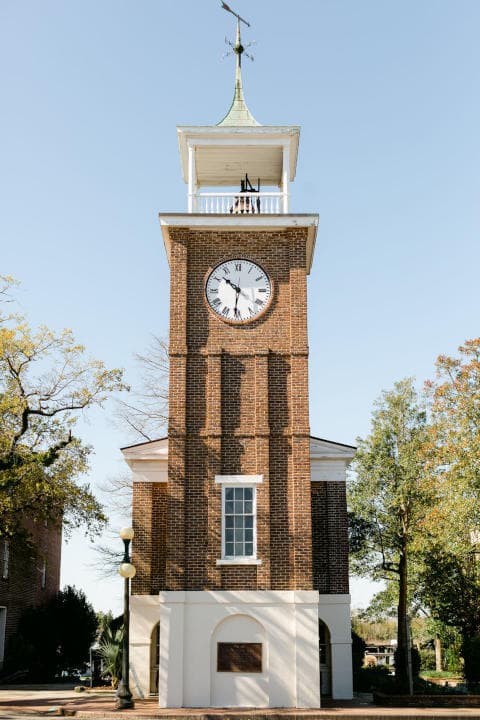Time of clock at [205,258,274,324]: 10:31
